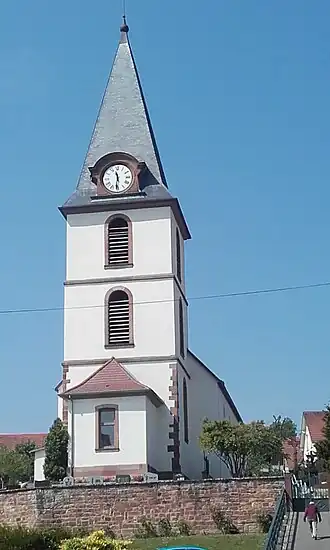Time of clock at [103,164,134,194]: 11:31
